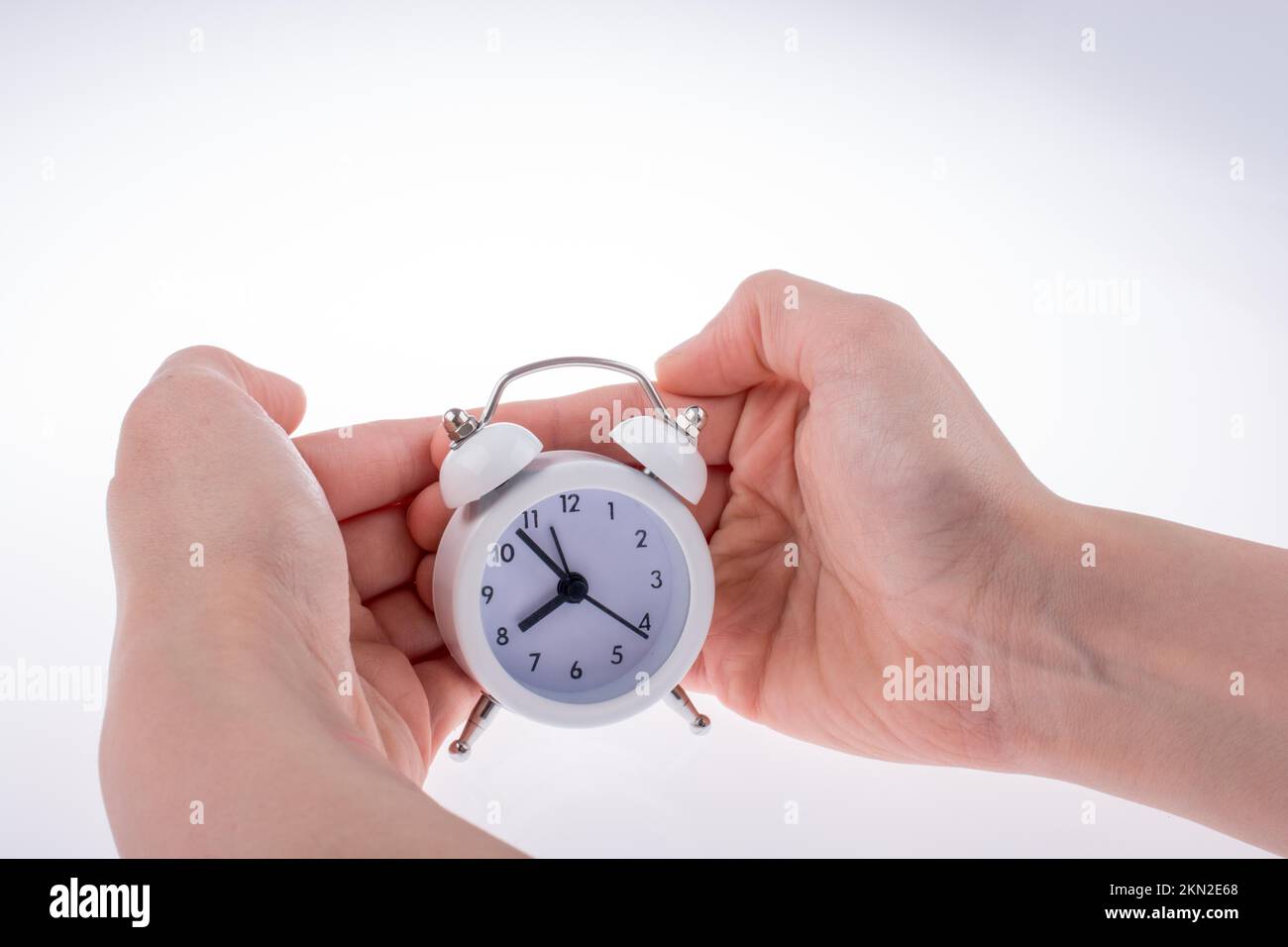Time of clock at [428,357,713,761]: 7:53
